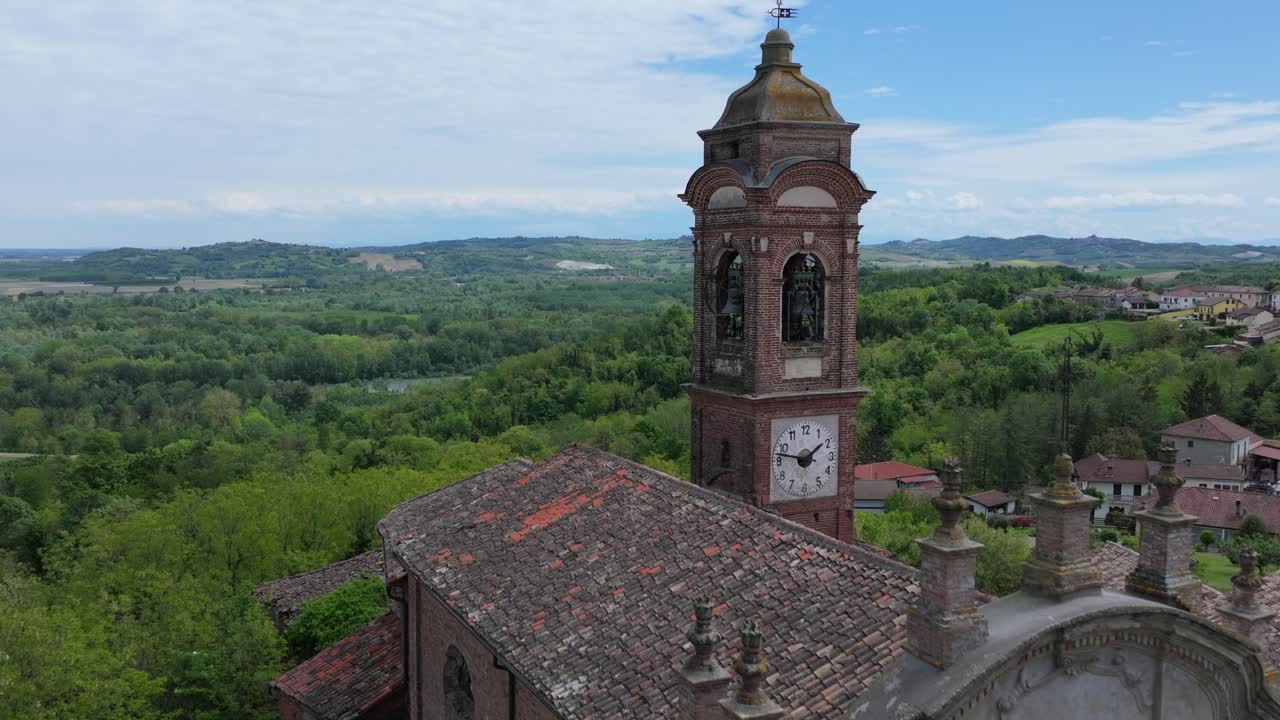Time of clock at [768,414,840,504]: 1:47
